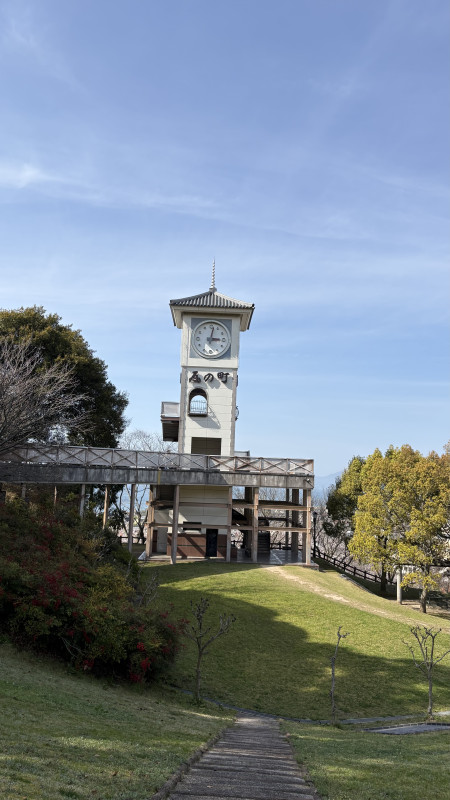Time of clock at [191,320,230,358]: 3:02
